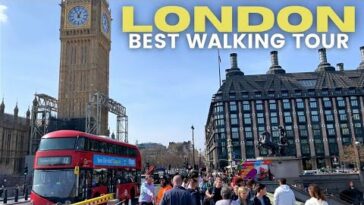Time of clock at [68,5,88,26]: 12:55
